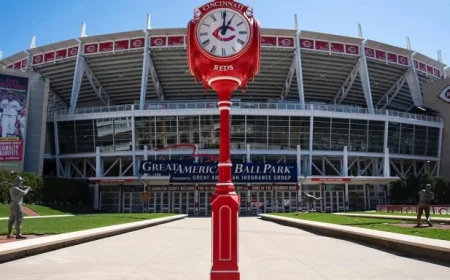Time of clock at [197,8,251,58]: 1:01
